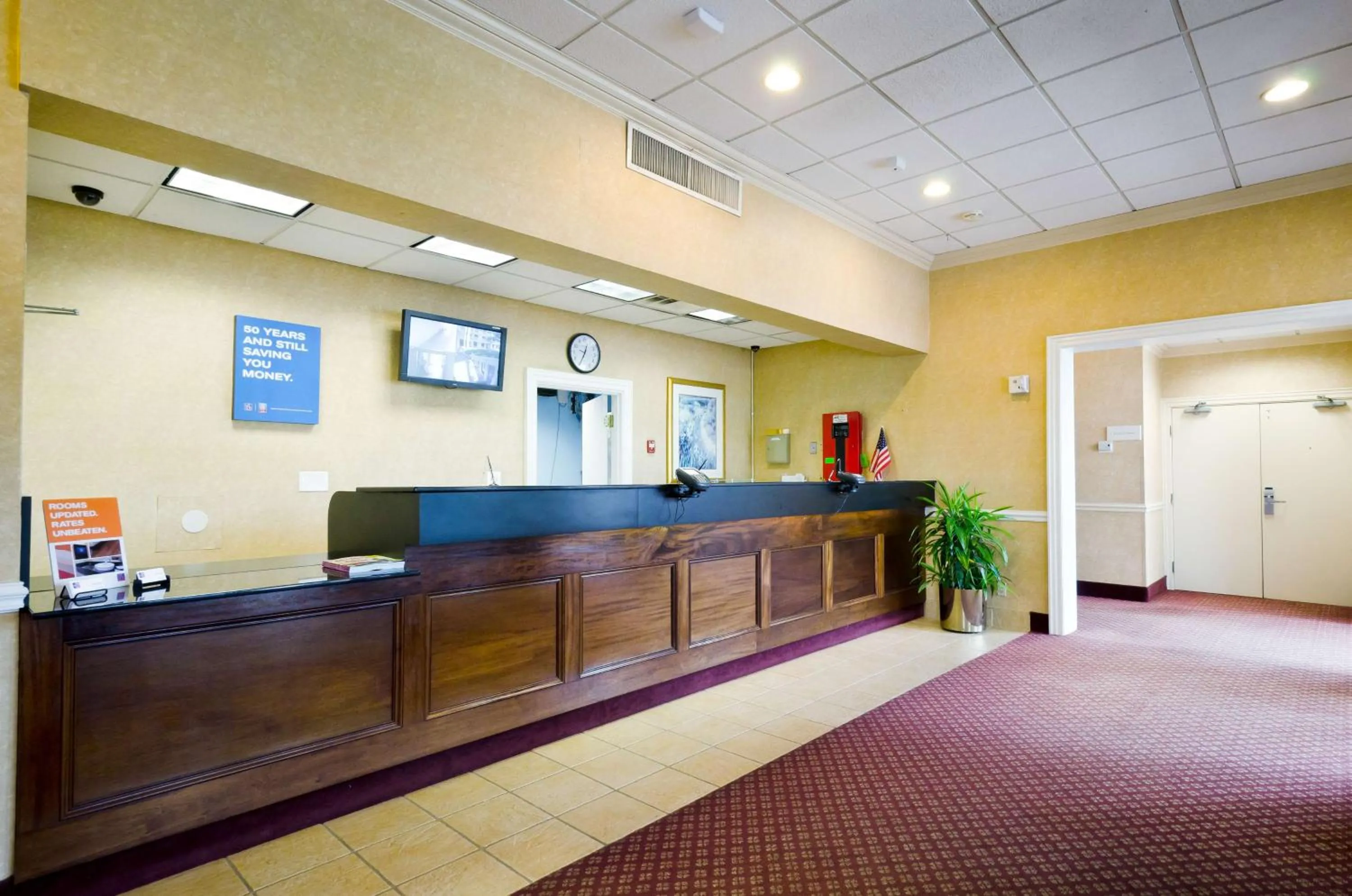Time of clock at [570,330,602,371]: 12:34
